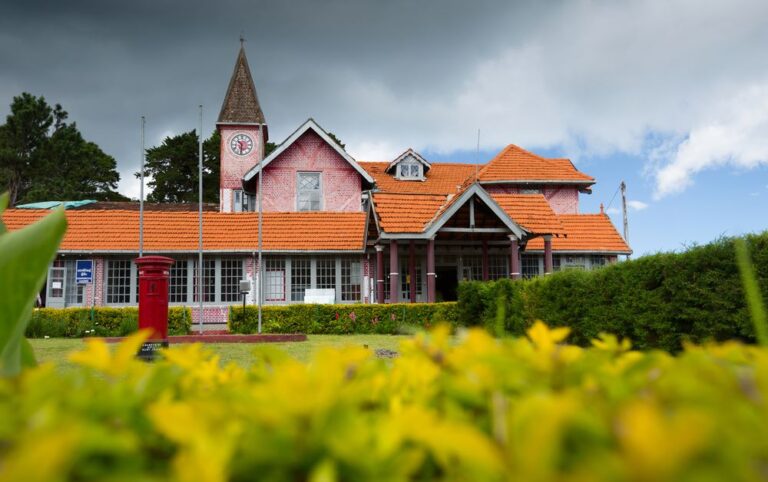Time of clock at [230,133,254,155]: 10:31
